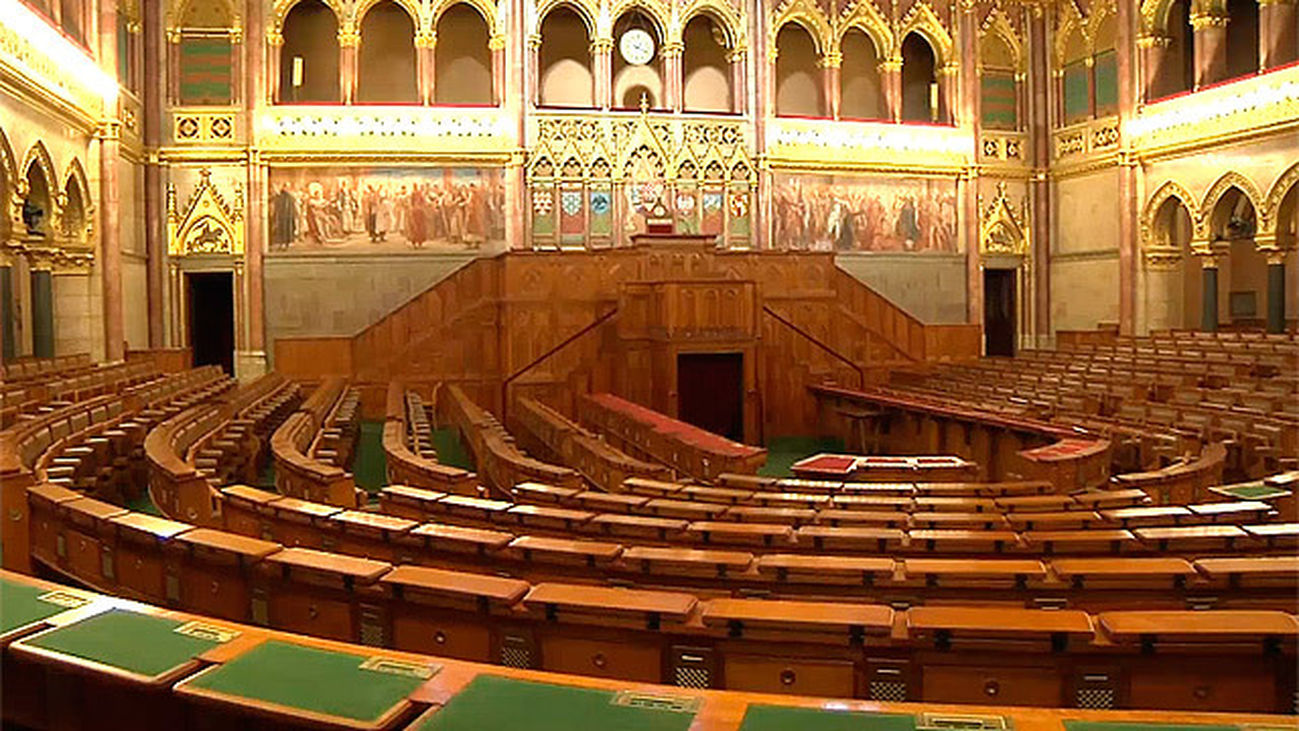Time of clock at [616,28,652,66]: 1:18
